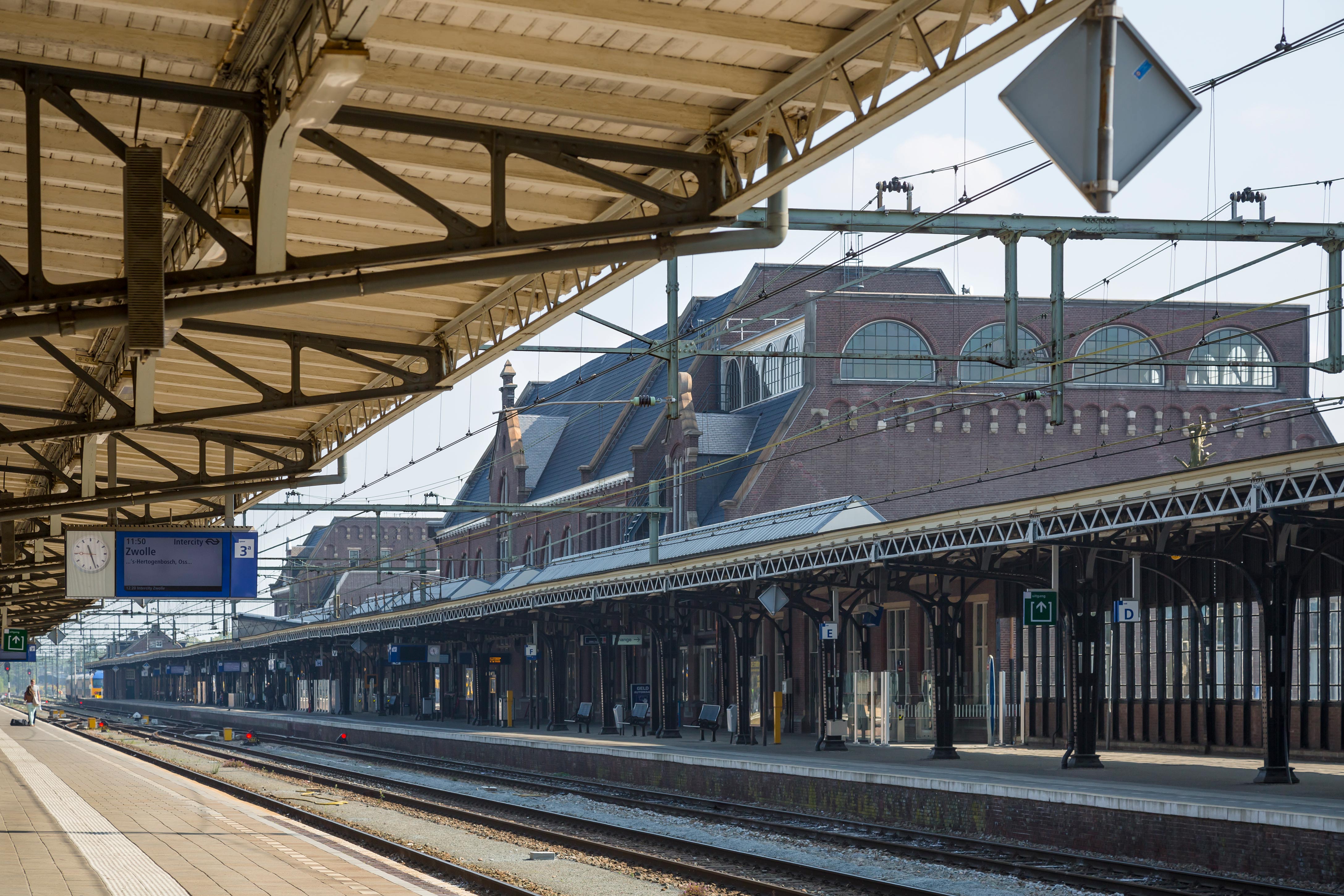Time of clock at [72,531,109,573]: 11:26
